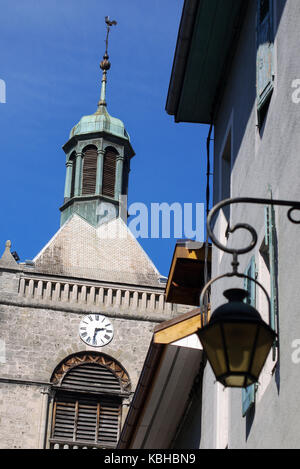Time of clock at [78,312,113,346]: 2:31
